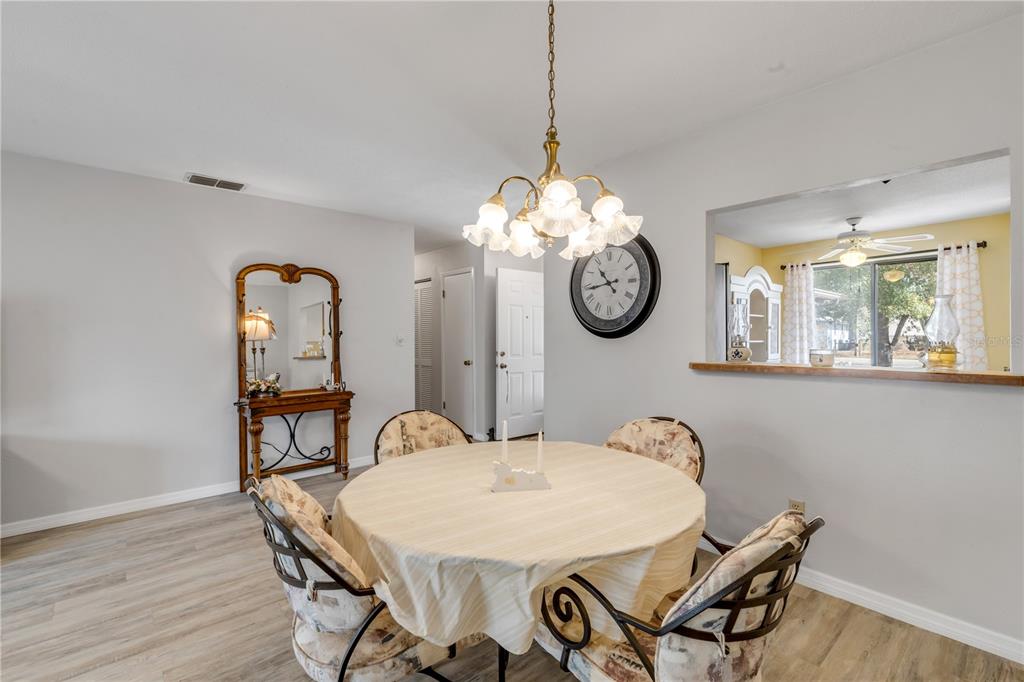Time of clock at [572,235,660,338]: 10:43
